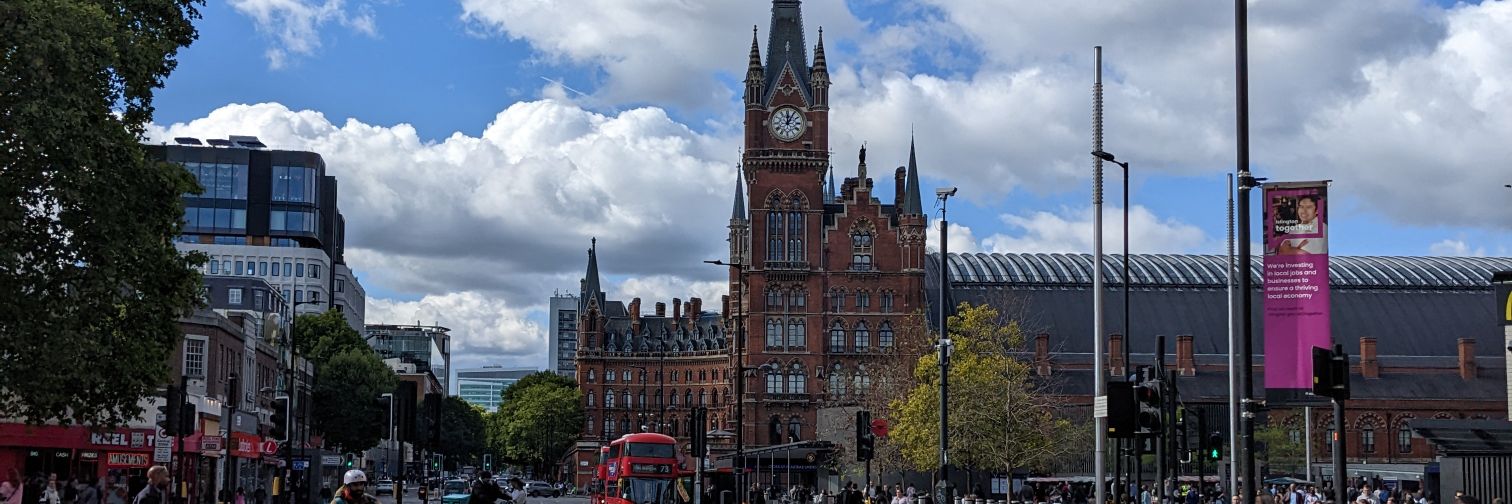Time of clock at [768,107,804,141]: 12:05
